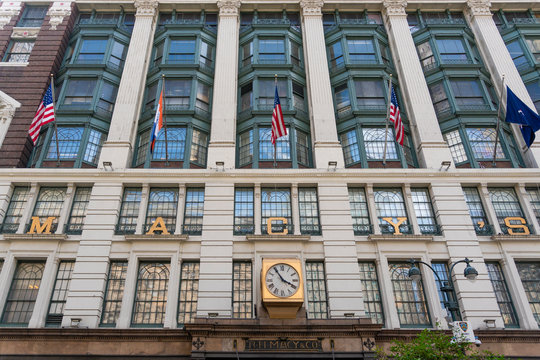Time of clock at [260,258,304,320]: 3:54
